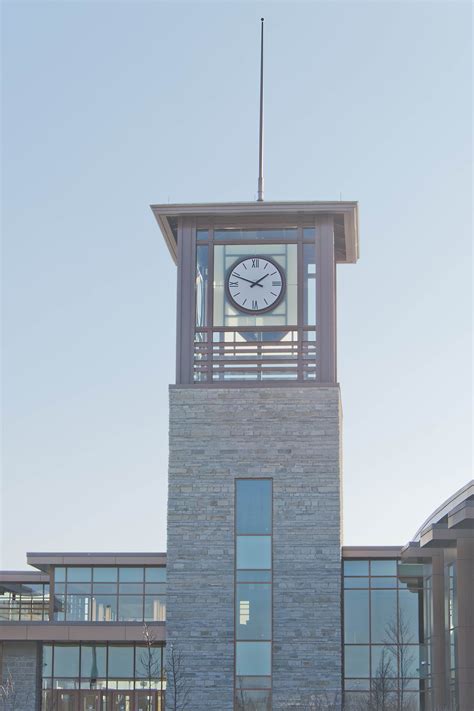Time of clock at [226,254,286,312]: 1:48
